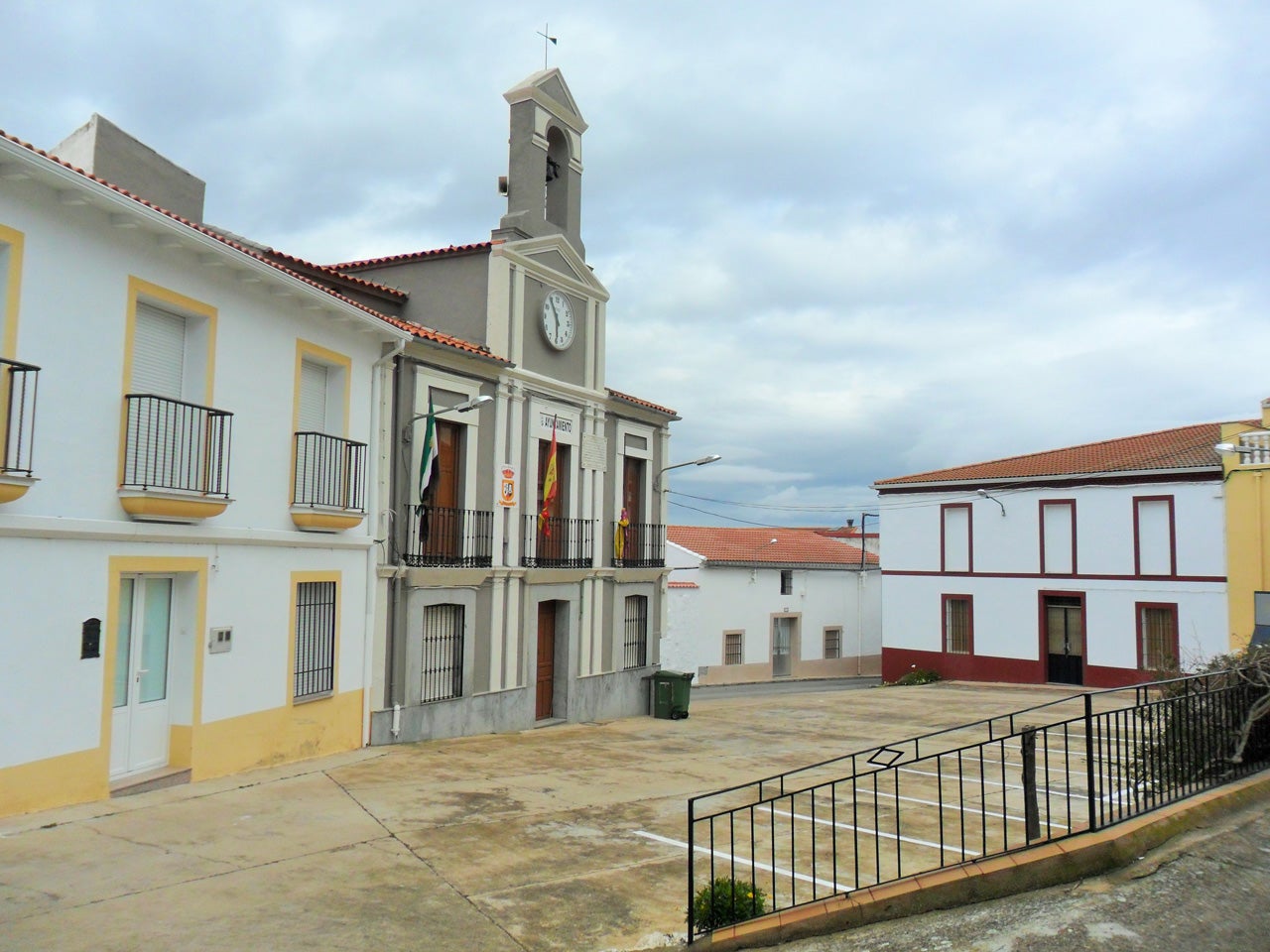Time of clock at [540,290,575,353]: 5:54
